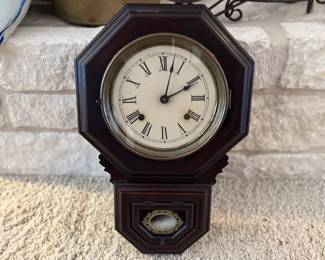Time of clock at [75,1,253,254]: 2:02
